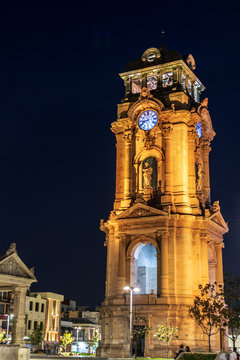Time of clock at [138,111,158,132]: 8:40
